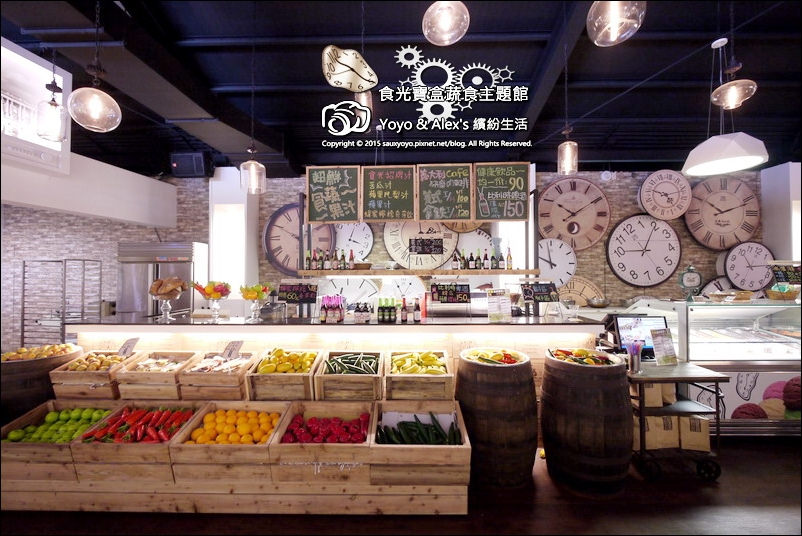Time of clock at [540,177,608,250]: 10:09
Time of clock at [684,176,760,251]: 10:11
